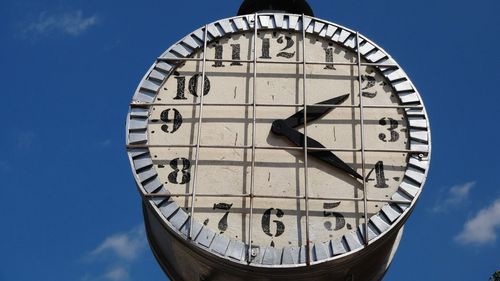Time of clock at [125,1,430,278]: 2:21
